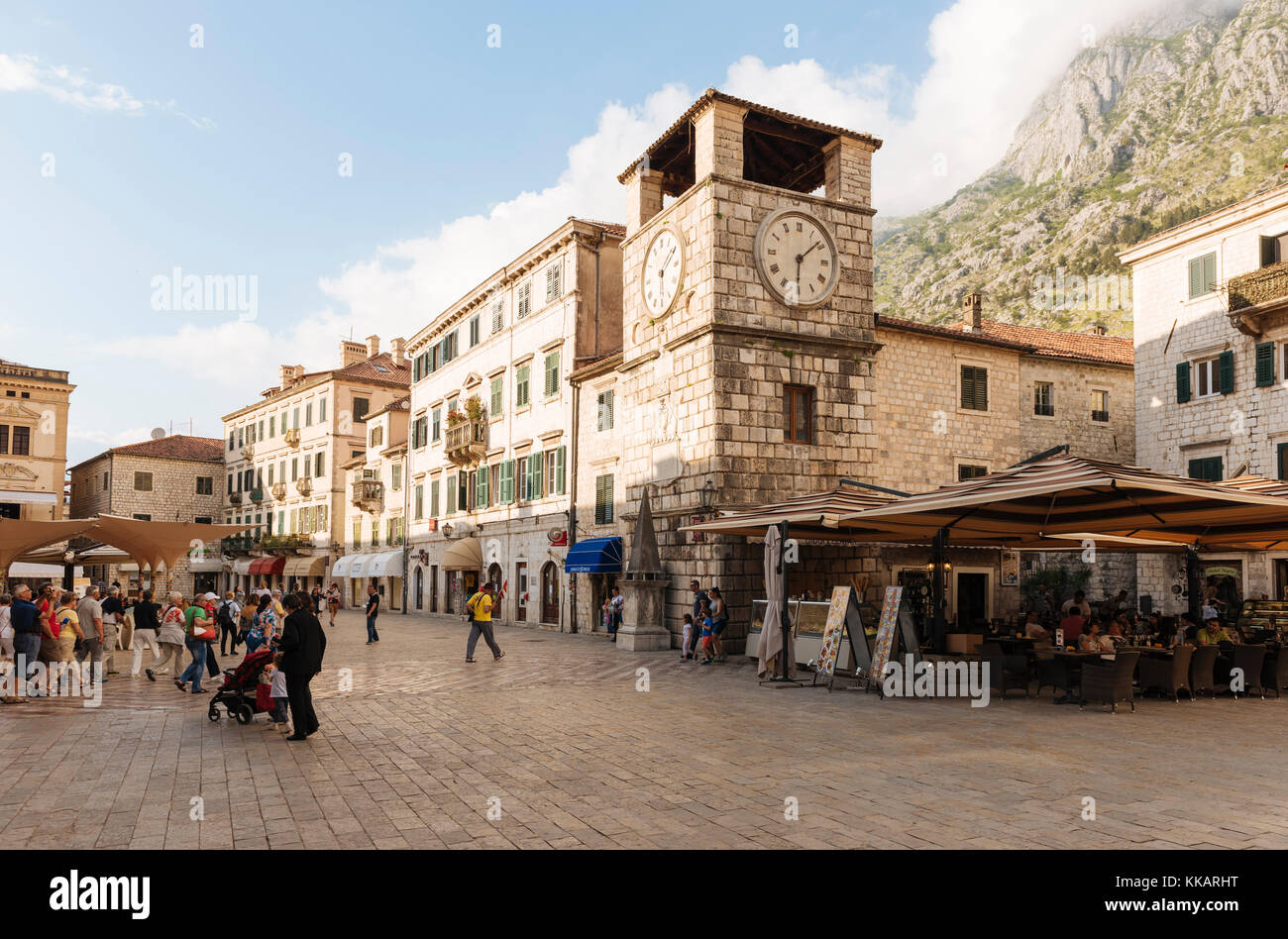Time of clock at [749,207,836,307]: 6:08
